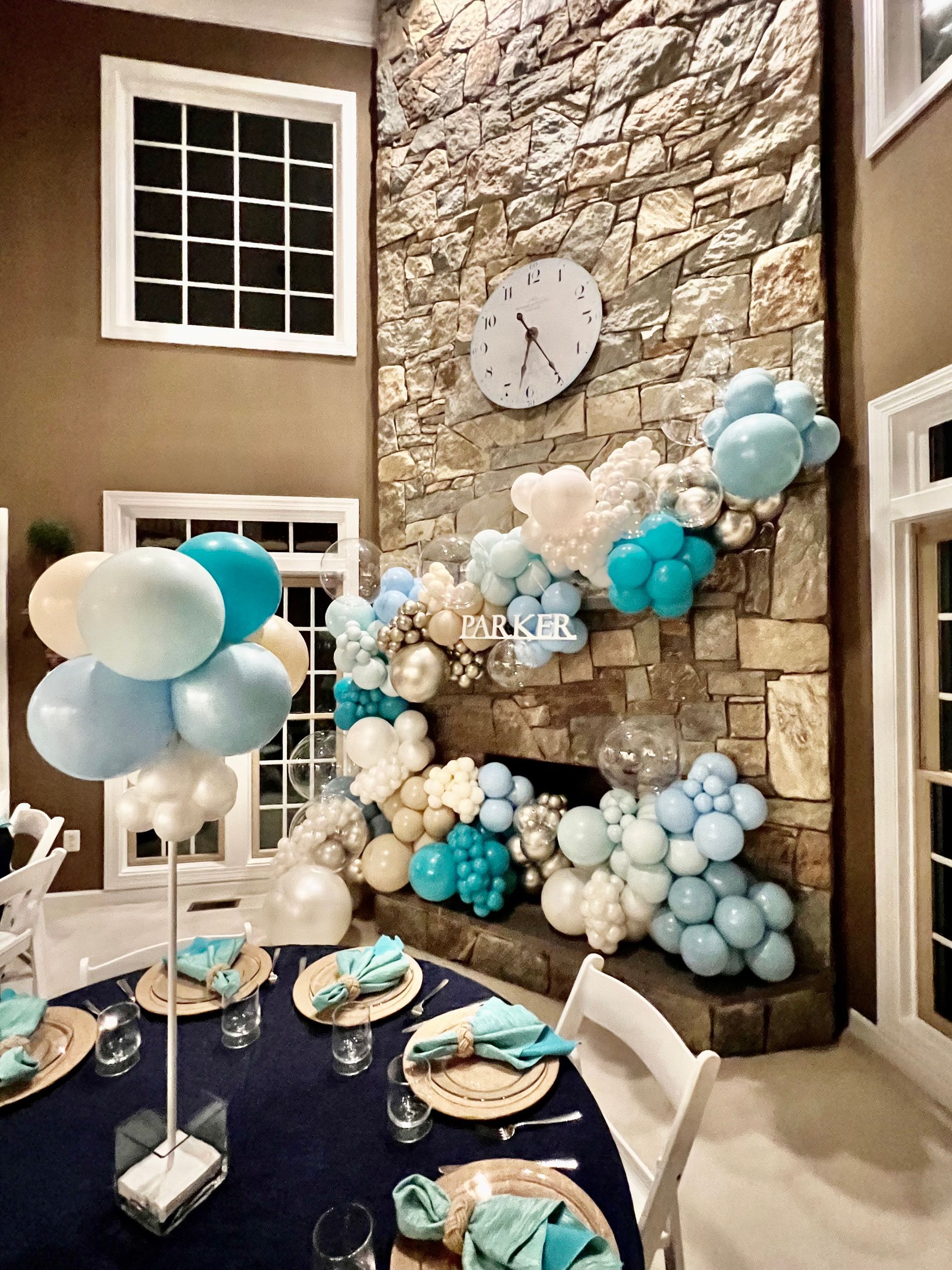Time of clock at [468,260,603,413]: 6:24
